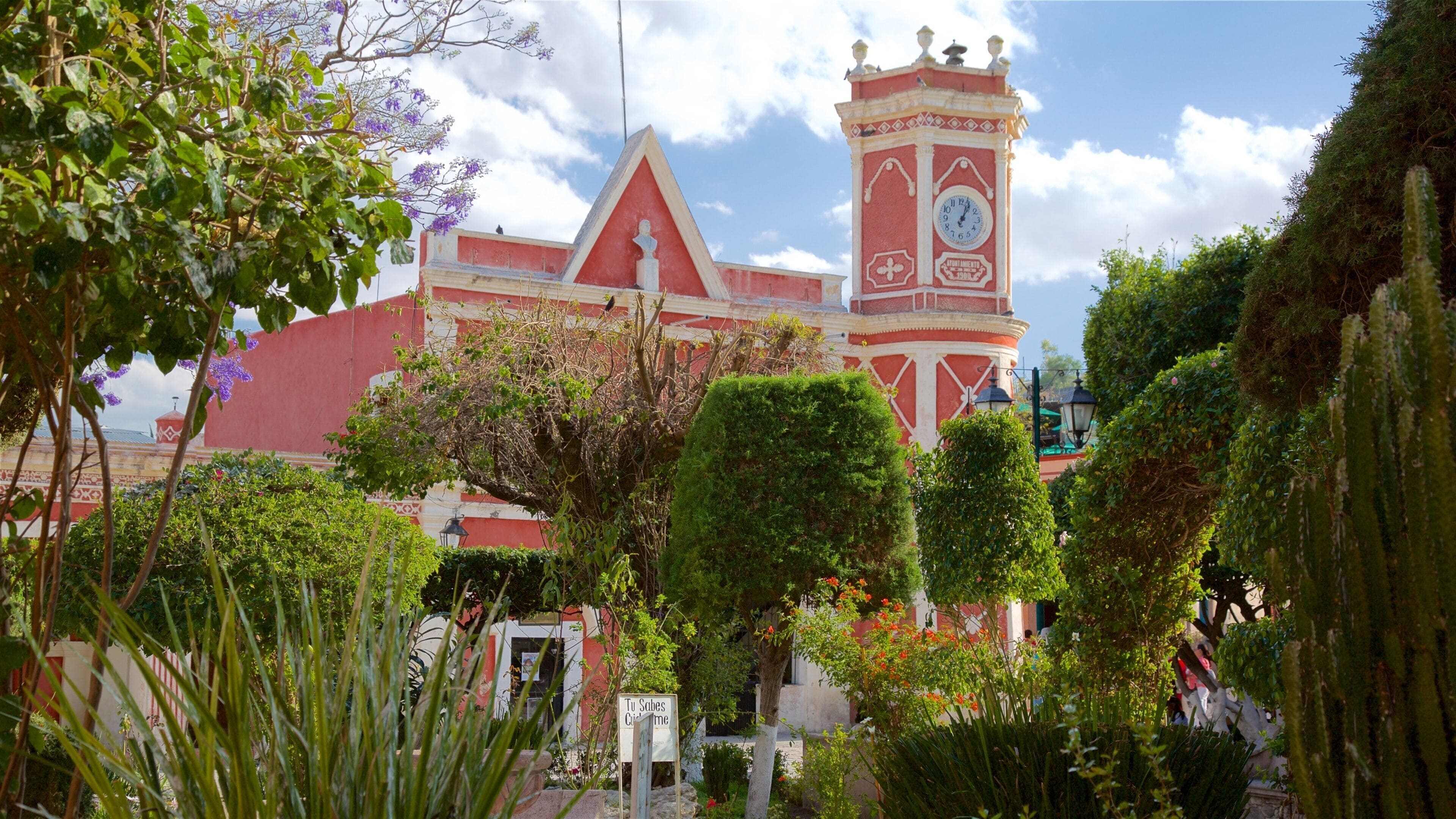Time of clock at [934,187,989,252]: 1:03
